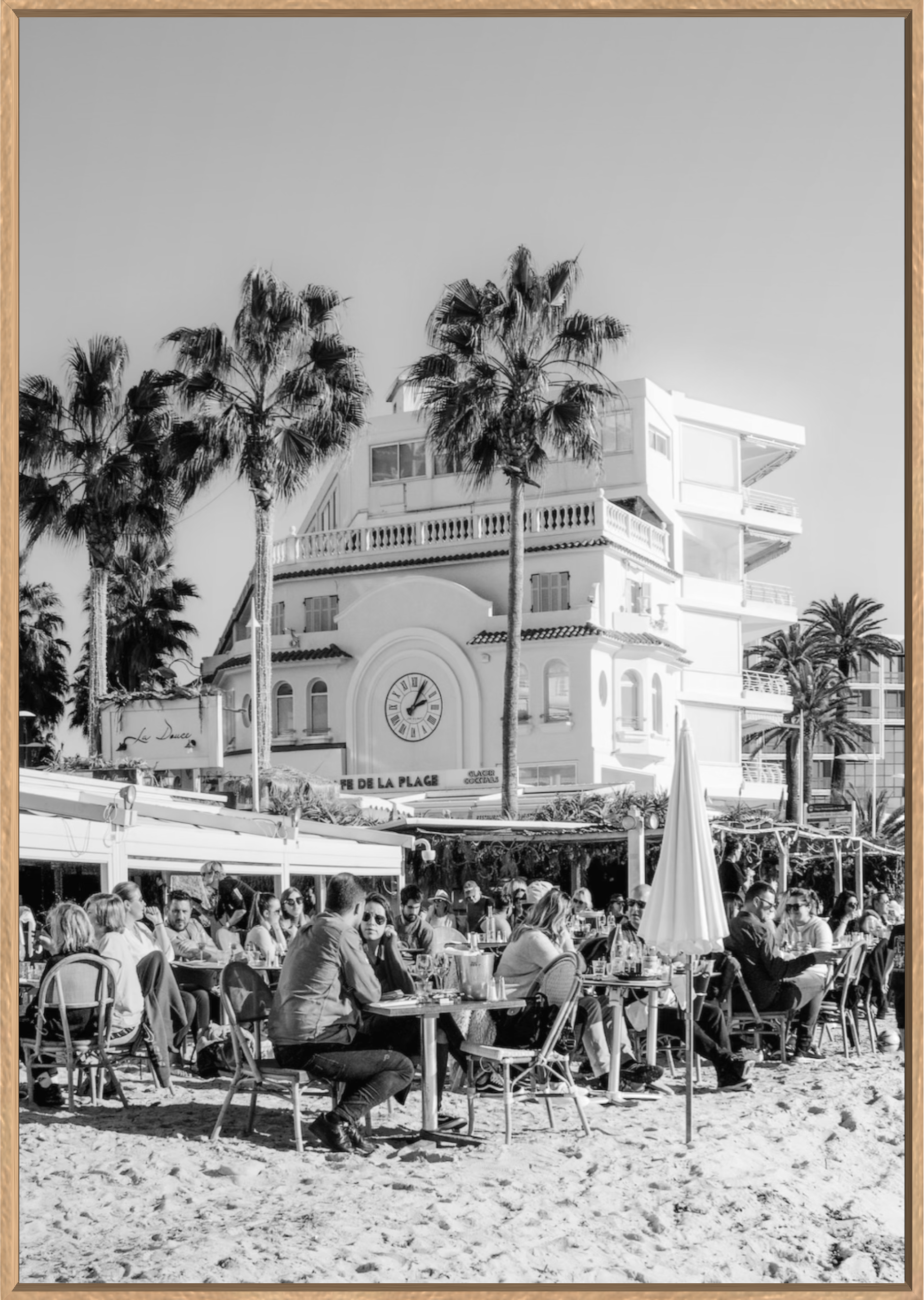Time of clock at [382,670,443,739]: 2:04
